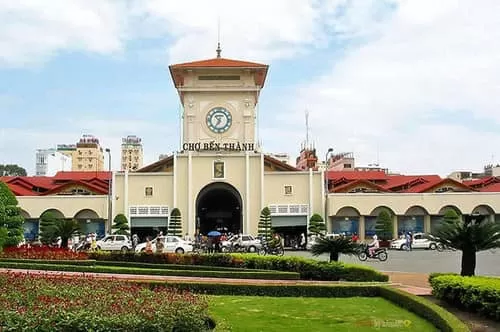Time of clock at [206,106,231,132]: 10:35
